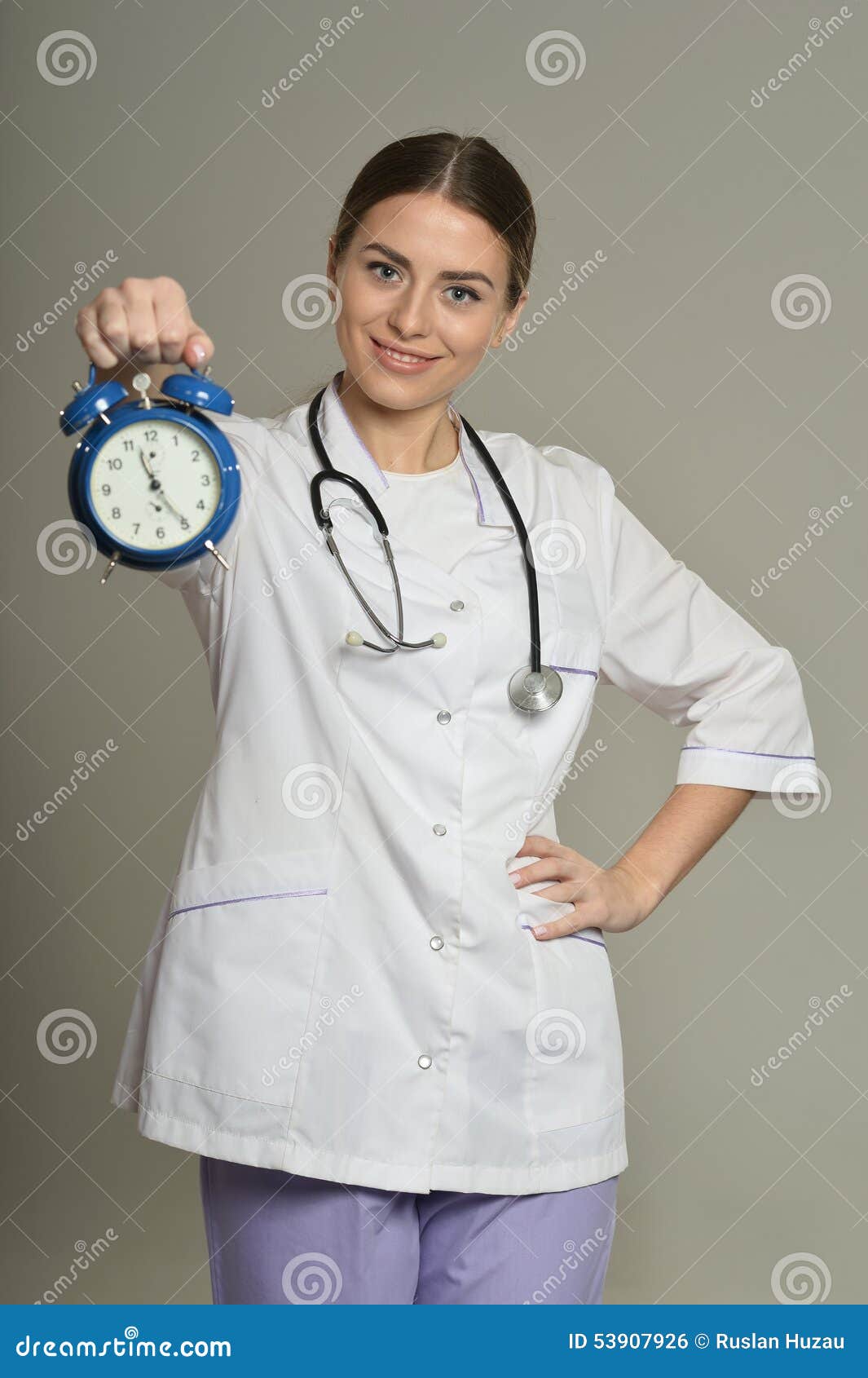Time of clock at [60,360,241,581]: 11:24
